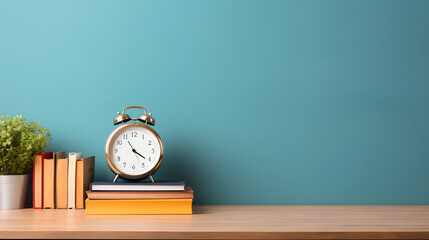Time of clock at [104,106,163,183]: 4:20
